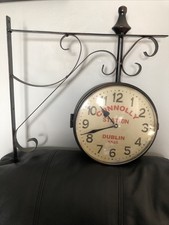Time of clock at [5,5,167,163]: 10:41
